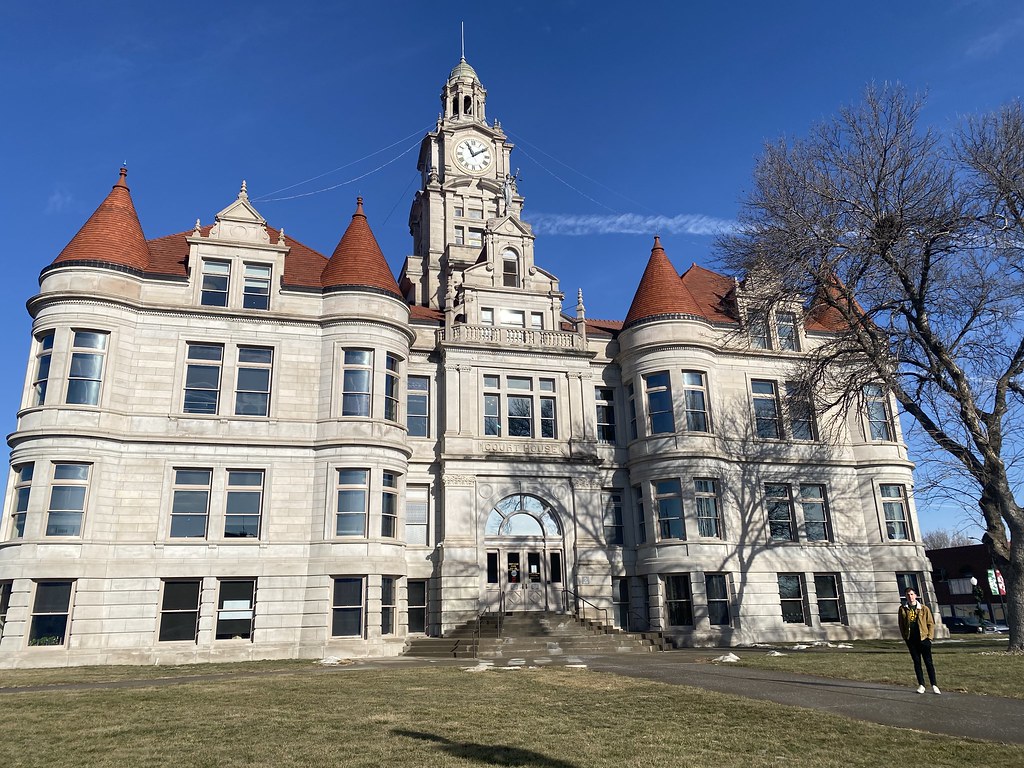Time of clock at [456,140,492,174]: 11:09
